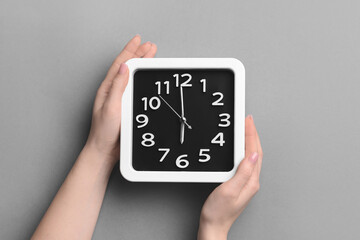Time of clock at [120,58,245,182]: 5:59
